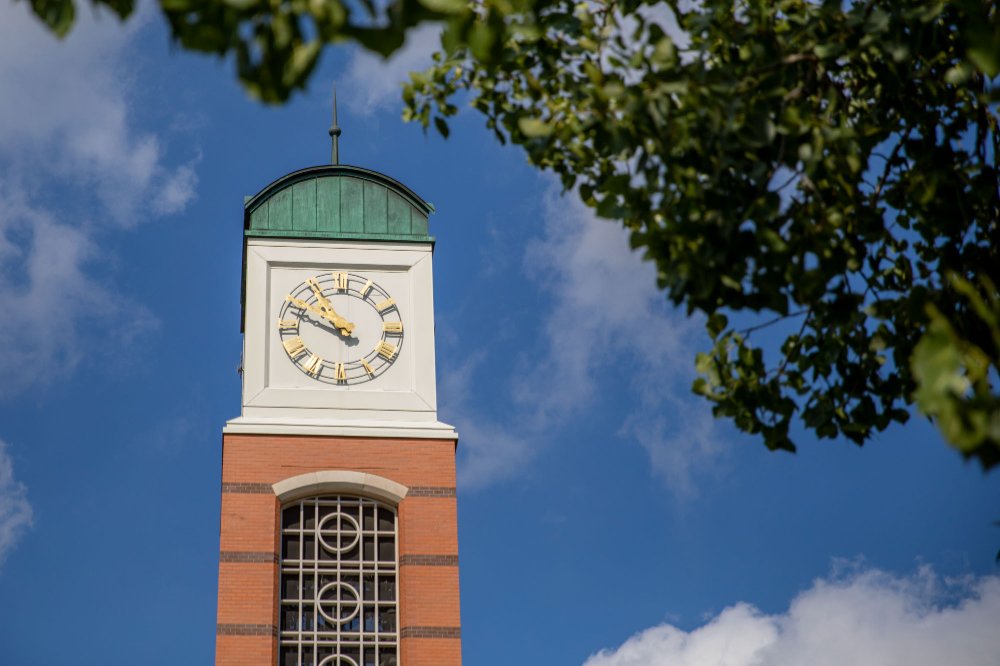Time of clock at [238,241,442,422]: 10:48
